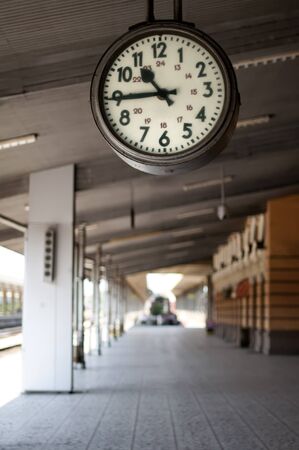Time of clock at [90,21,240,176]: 10:44
